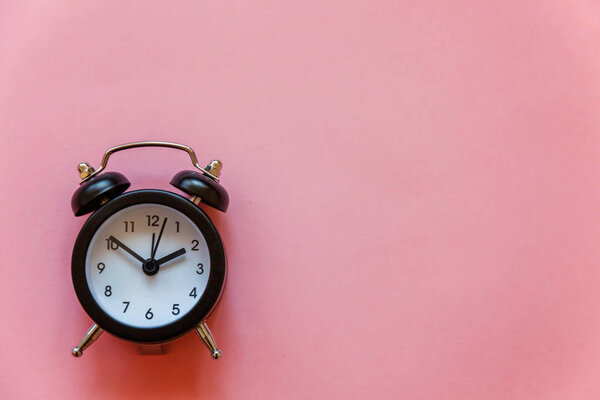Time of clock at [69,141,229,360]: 1:51
